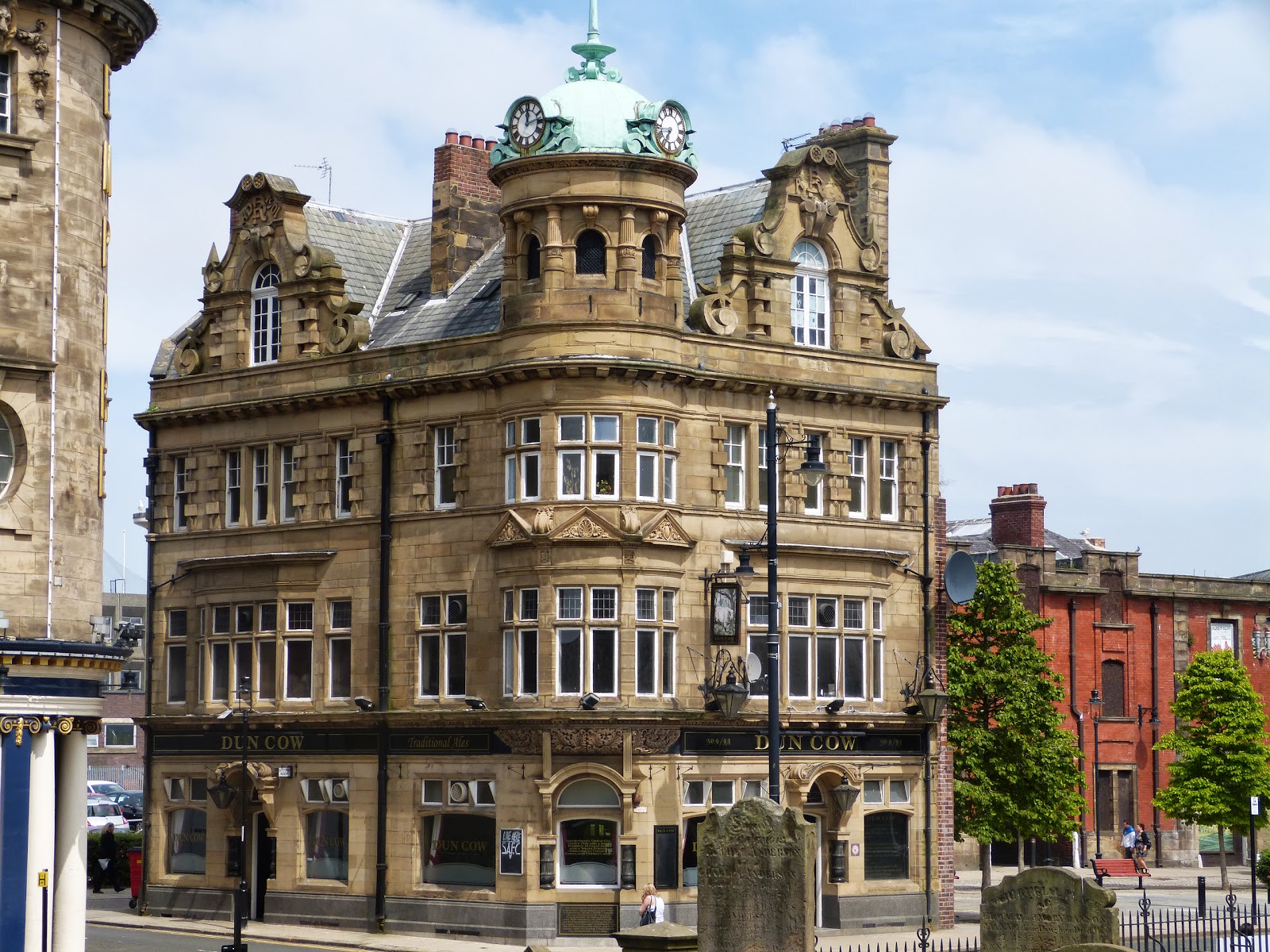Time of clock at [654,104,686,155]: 6:43
